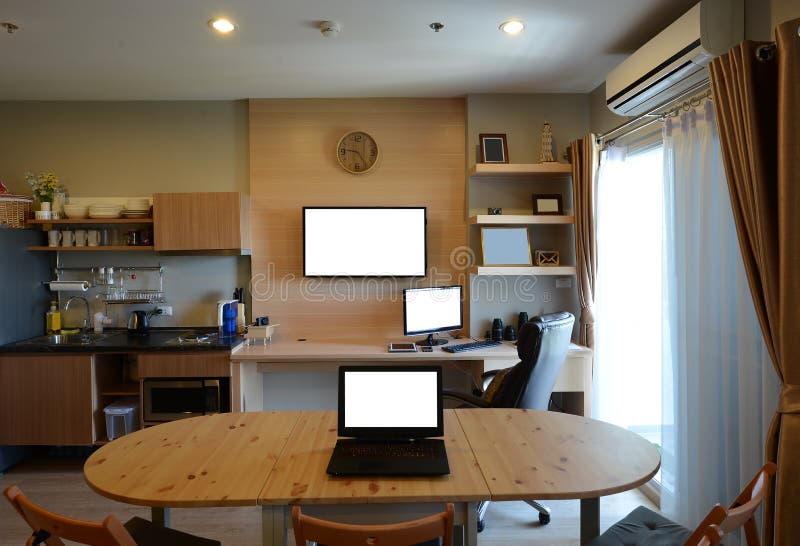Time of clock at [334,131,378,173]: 4:46
